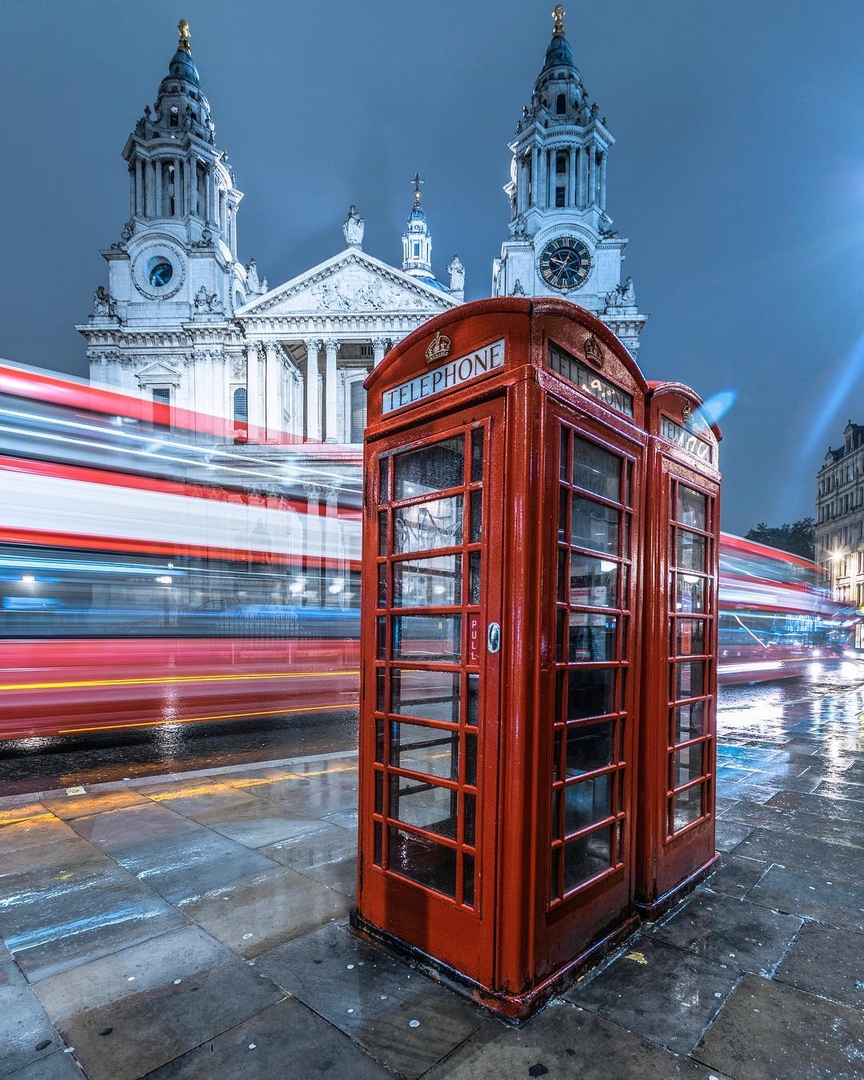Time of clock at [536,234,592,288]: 9:34
